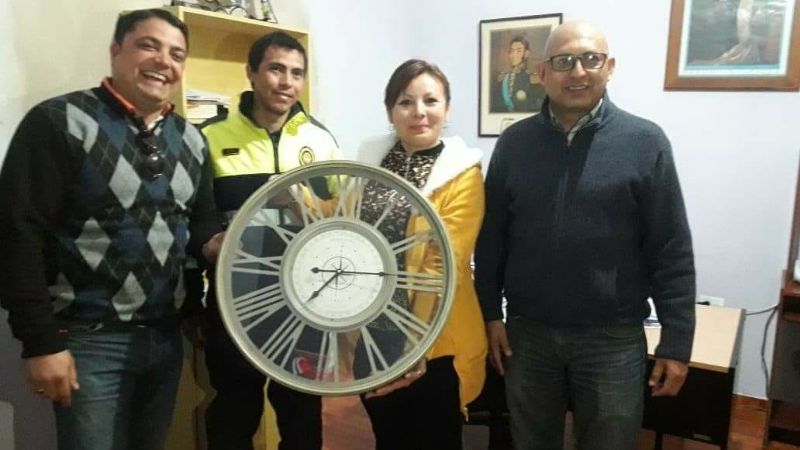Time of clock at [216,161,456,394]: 7:15
